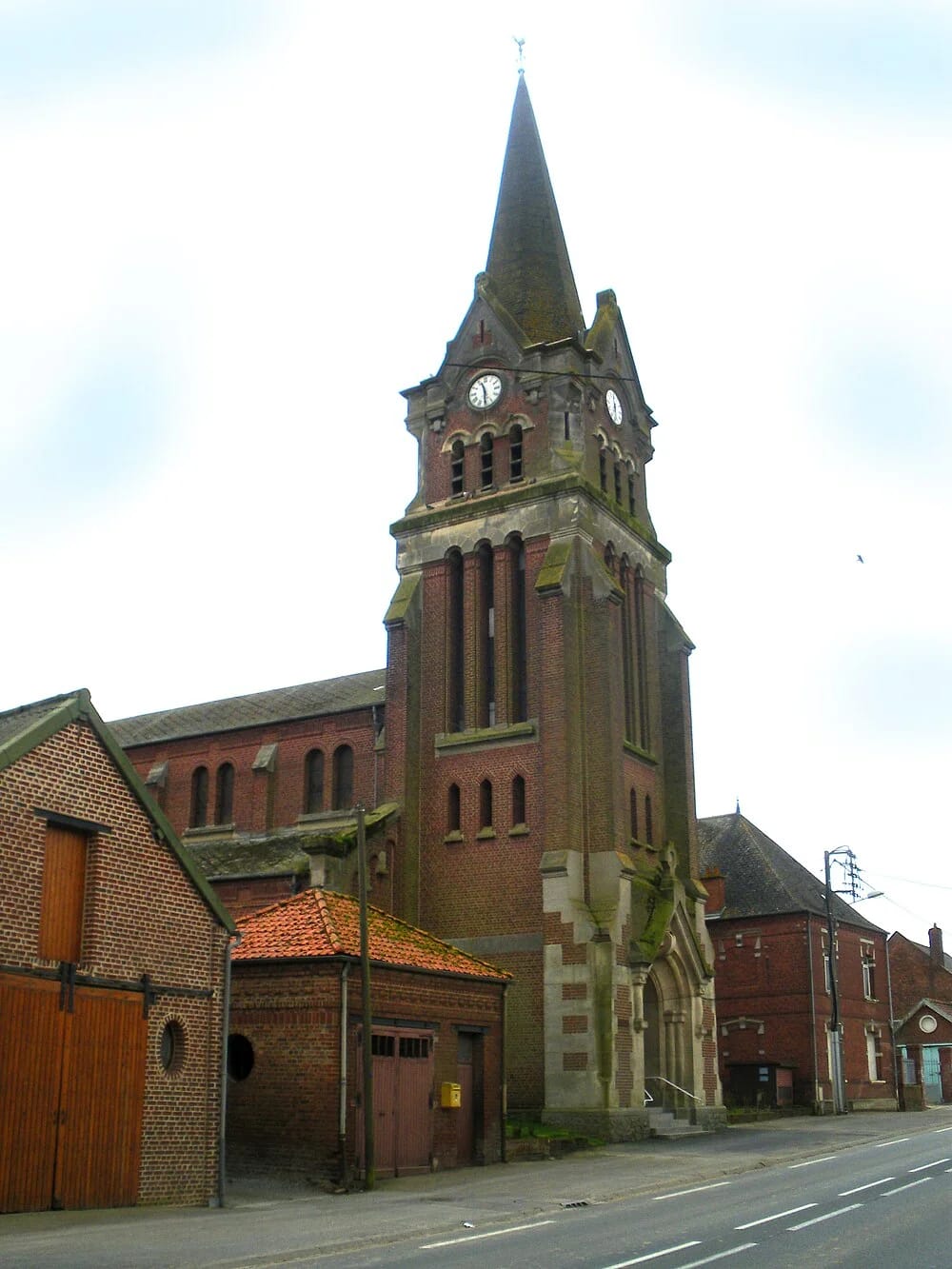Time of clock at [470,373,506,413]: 11:29
